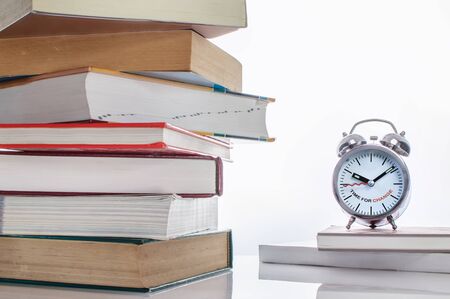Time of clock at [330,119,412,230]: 10:08
